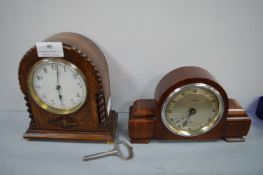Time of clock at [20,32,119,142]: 6:01
